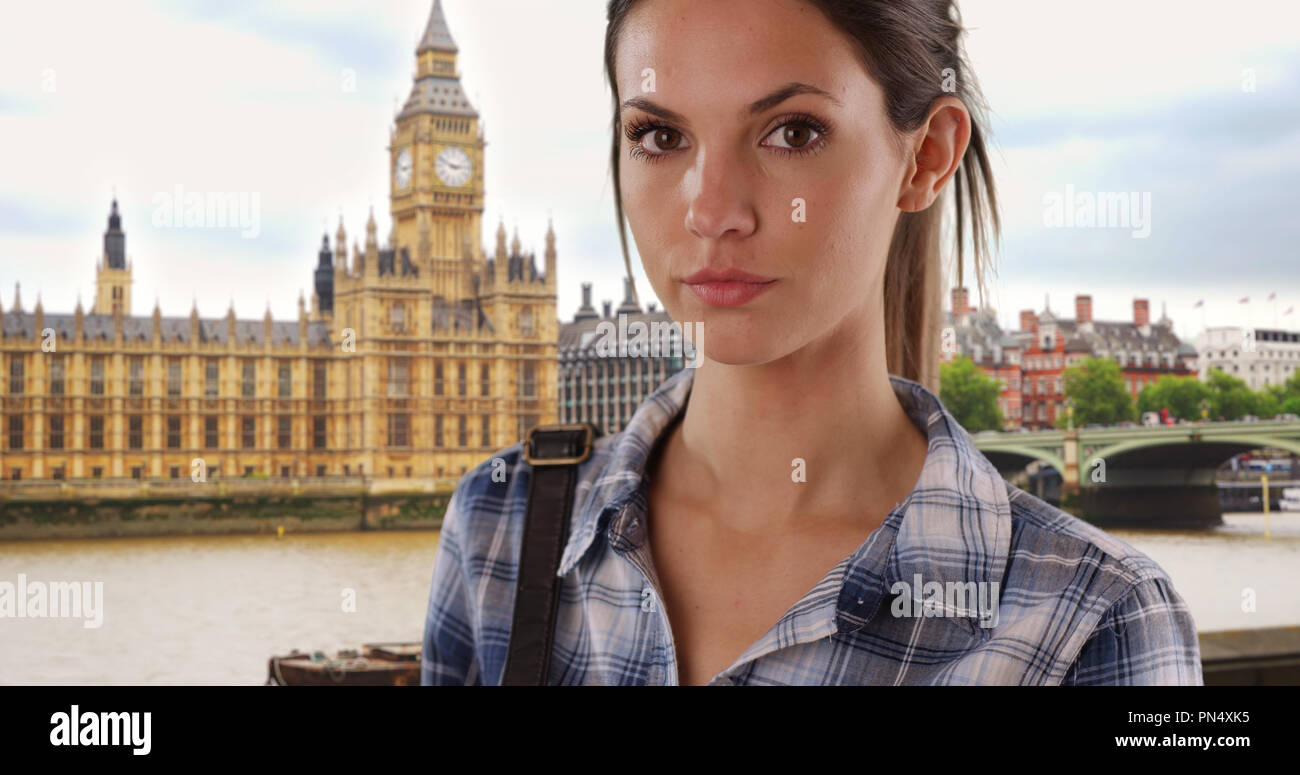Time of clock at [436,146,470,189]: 2:49
